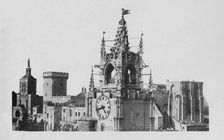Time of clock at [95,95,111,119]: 4:42
